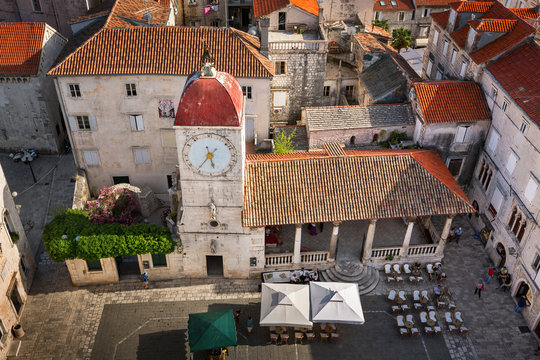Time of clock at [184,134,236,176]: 5:36
